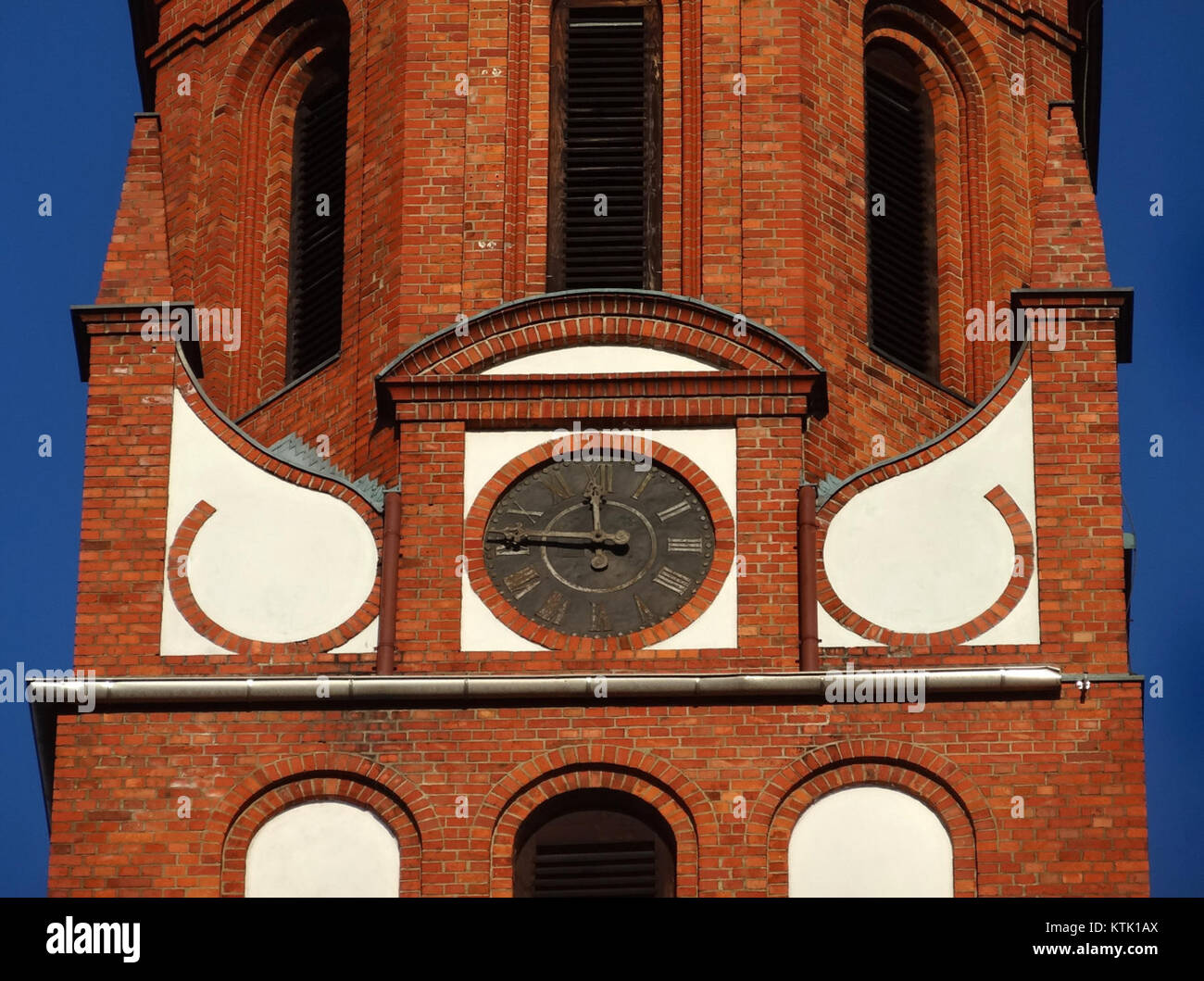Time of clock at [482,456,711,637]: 11:45
